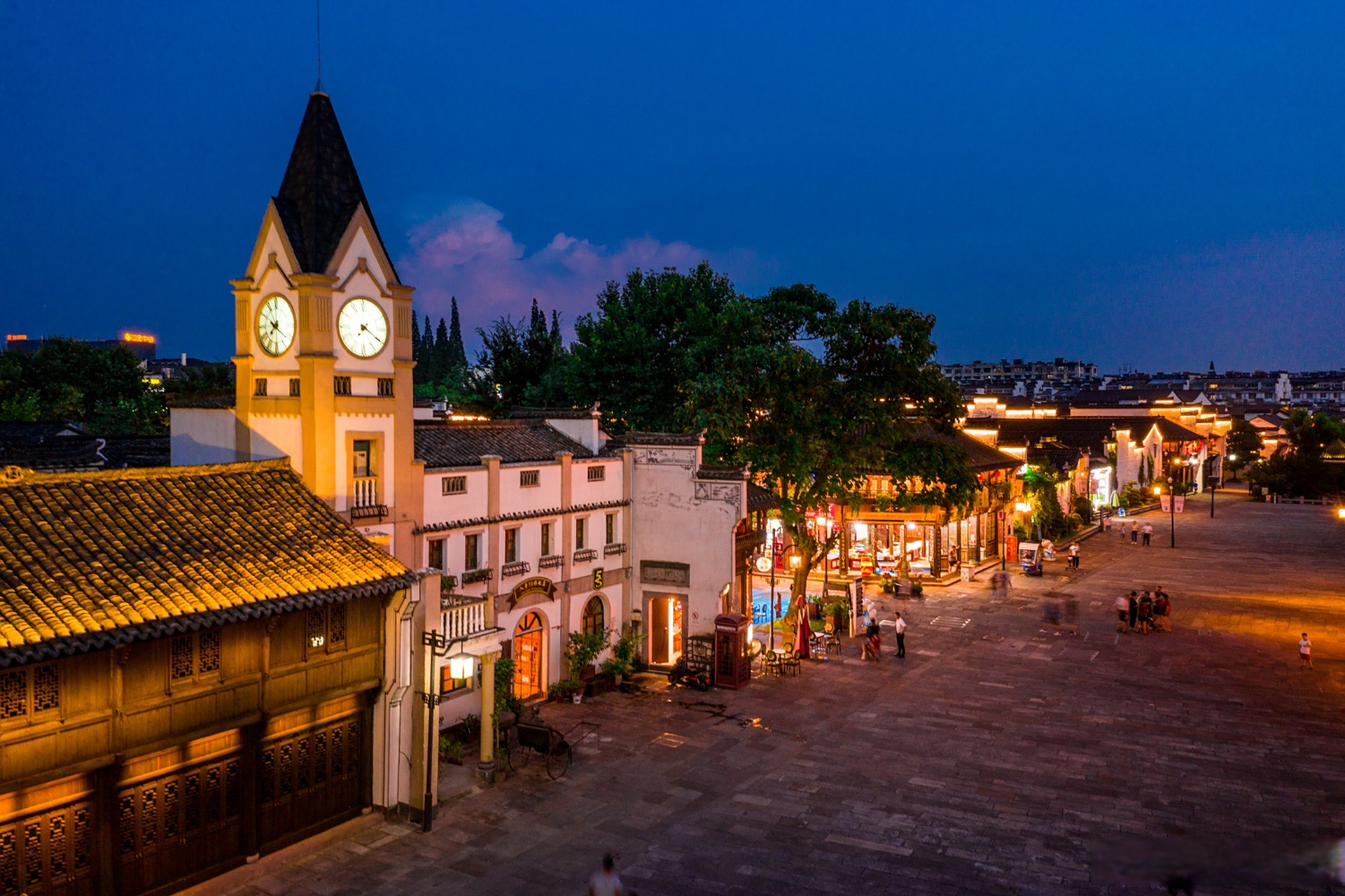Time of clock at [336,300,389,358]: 7:20
